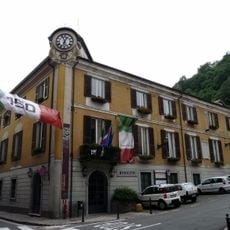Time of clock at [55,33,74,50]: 12:56
